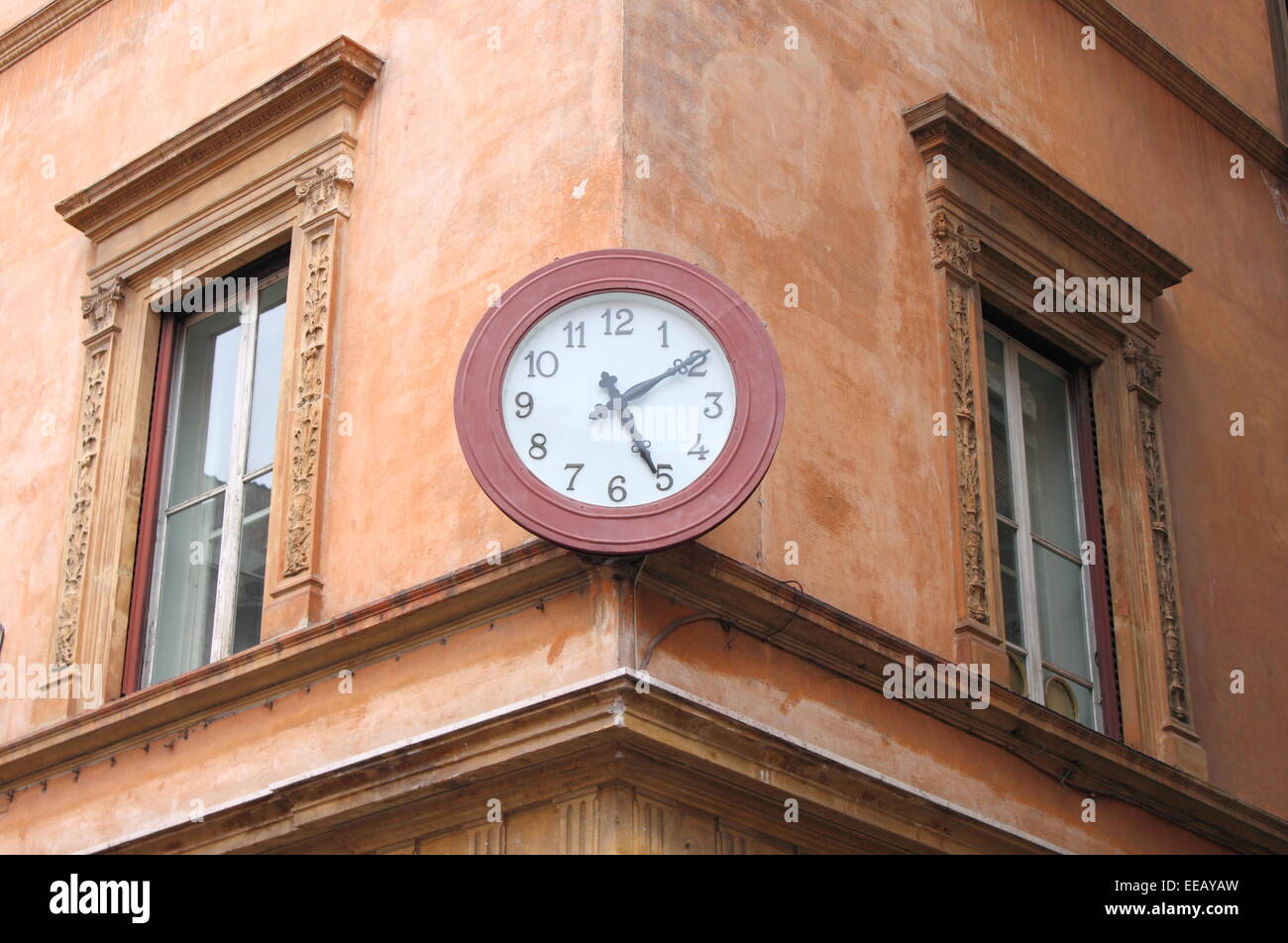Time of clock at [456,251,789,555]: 5:09
